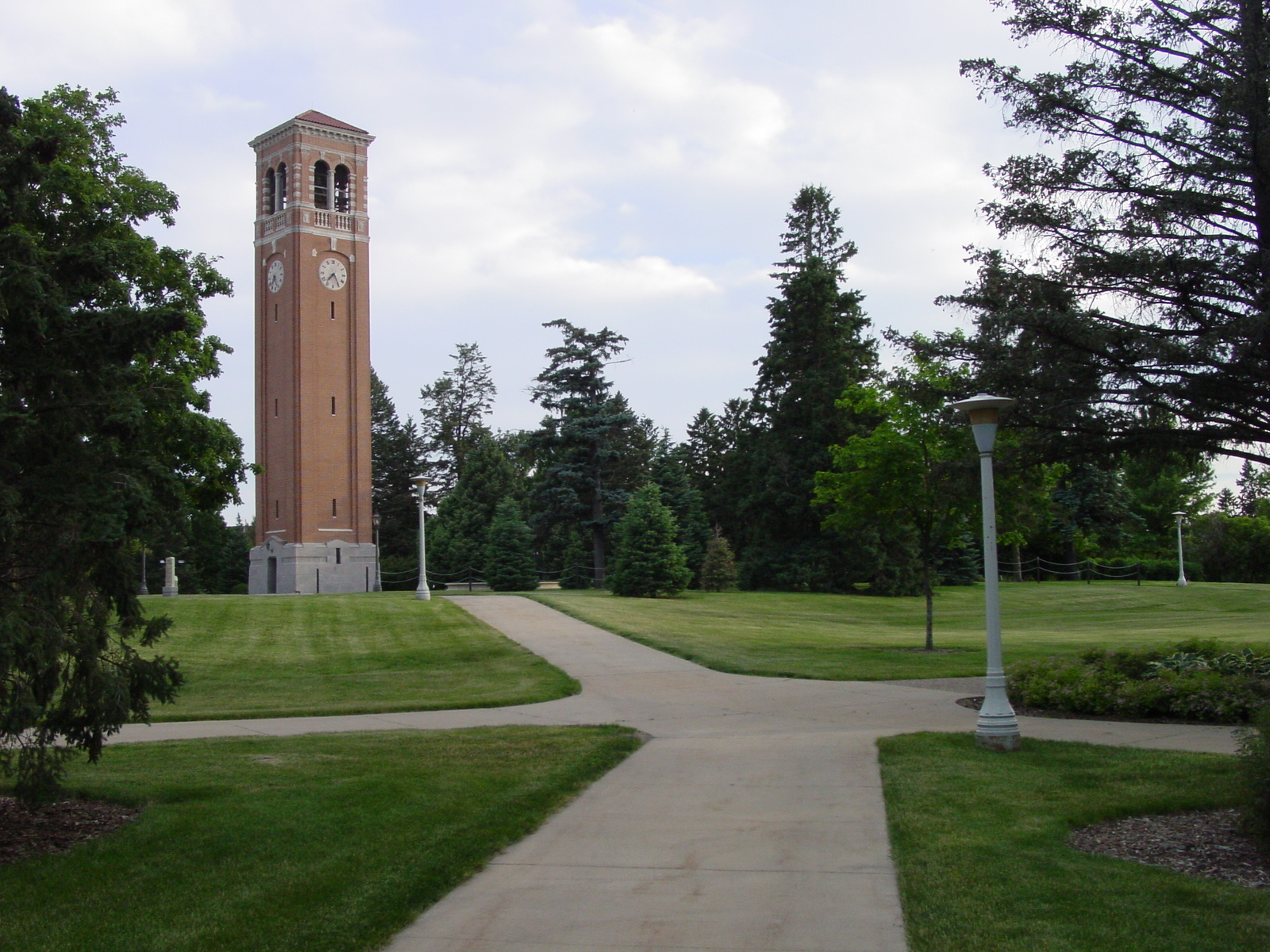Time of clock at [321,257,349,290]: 7:24
